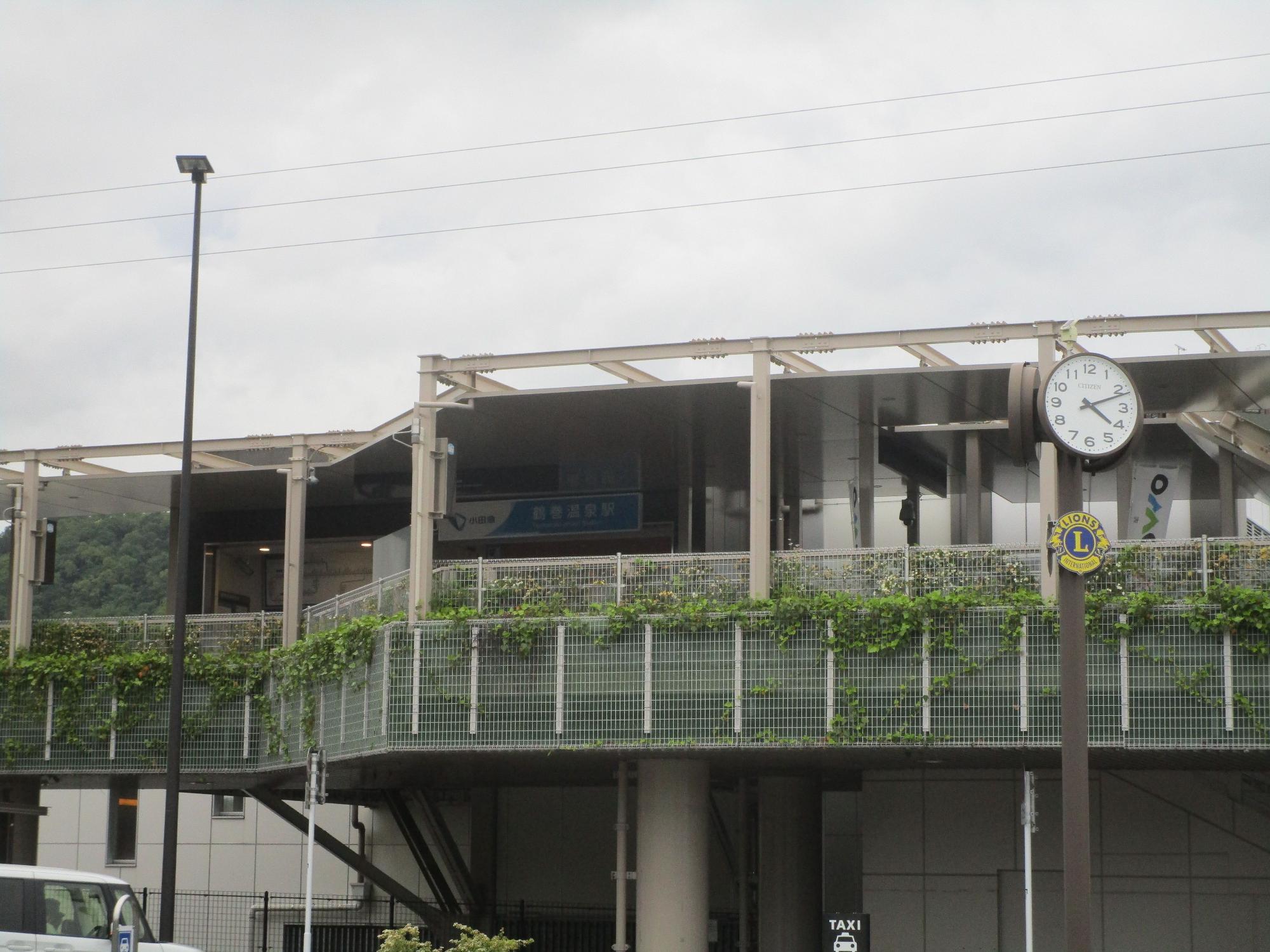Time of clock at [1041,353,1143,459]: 4:11
